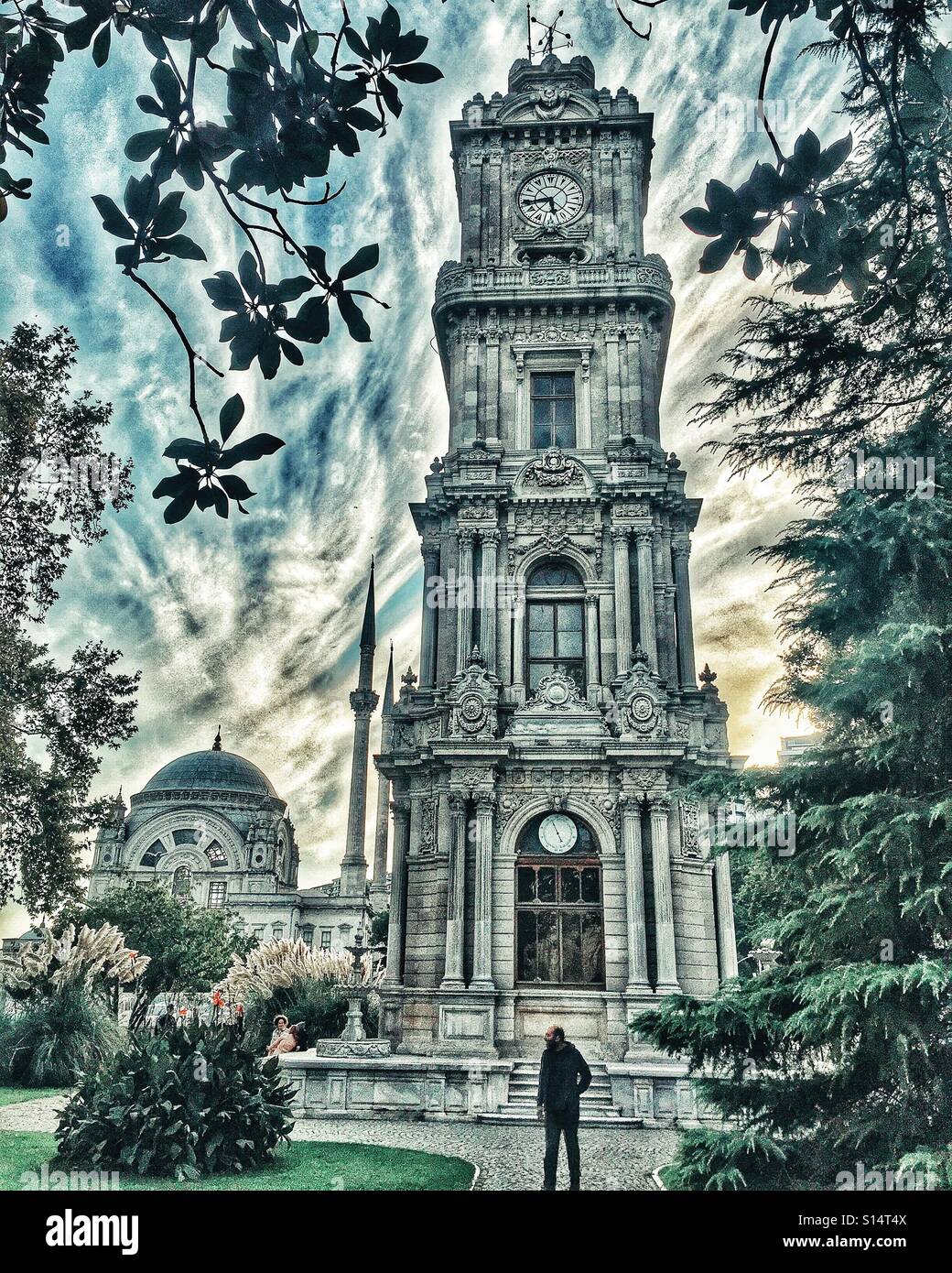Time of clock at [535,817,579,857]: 4:56
